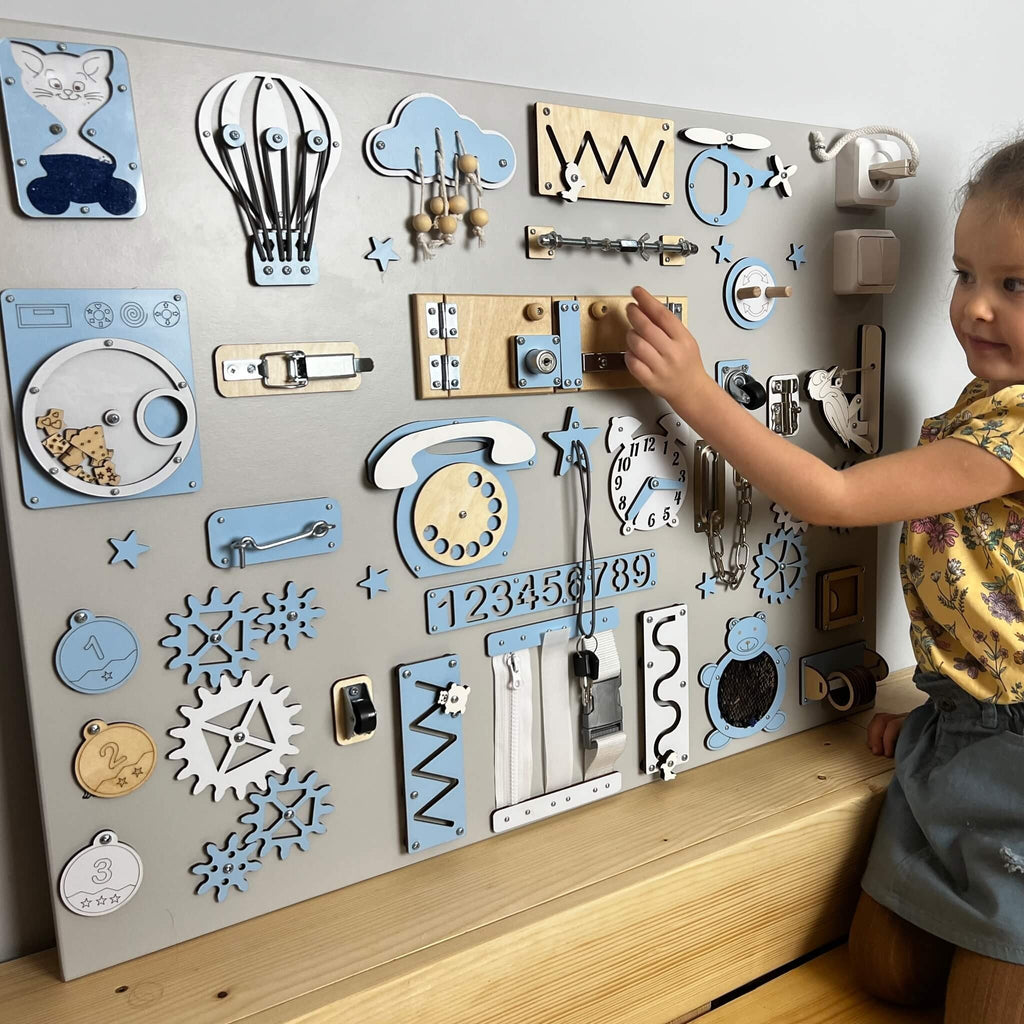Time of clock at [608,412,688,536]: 7:37
